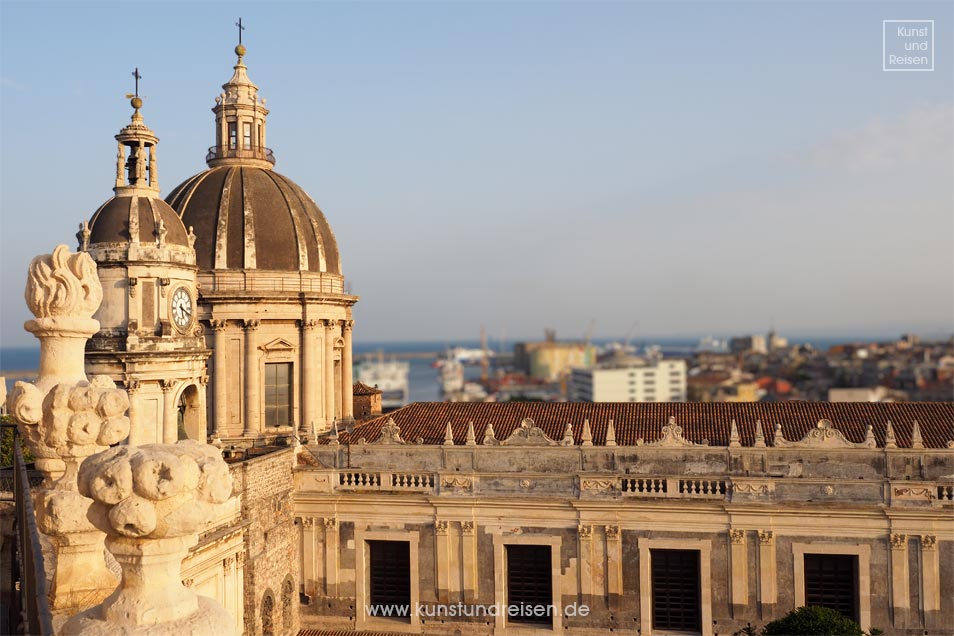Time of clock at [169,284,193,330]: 5:18
